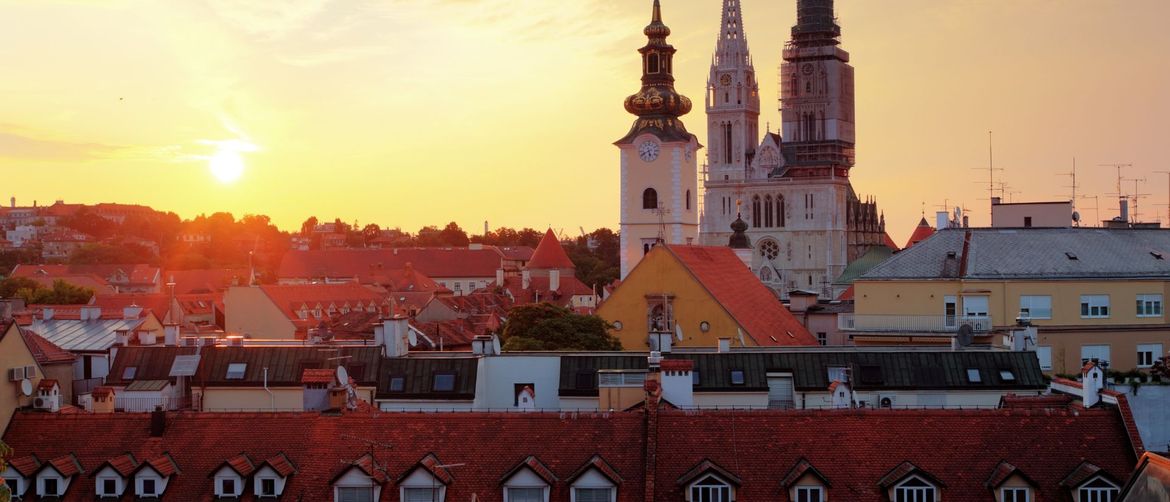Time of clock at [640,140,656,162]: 5:40
